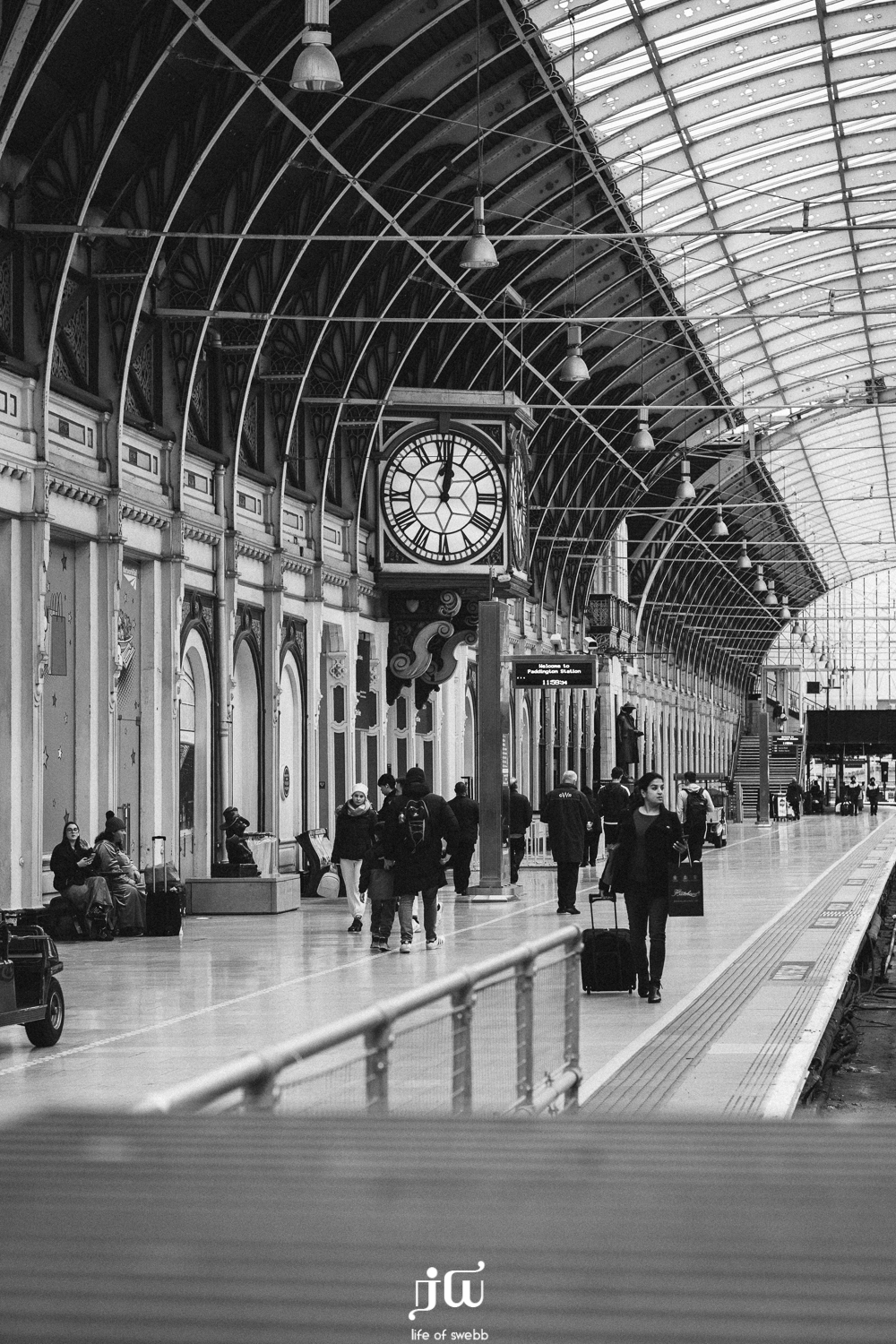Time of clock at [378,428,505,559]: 12:01
